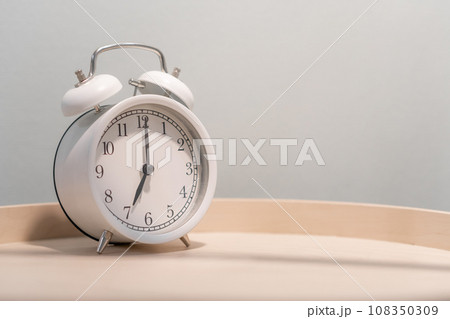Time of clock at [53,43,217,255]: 7:00
